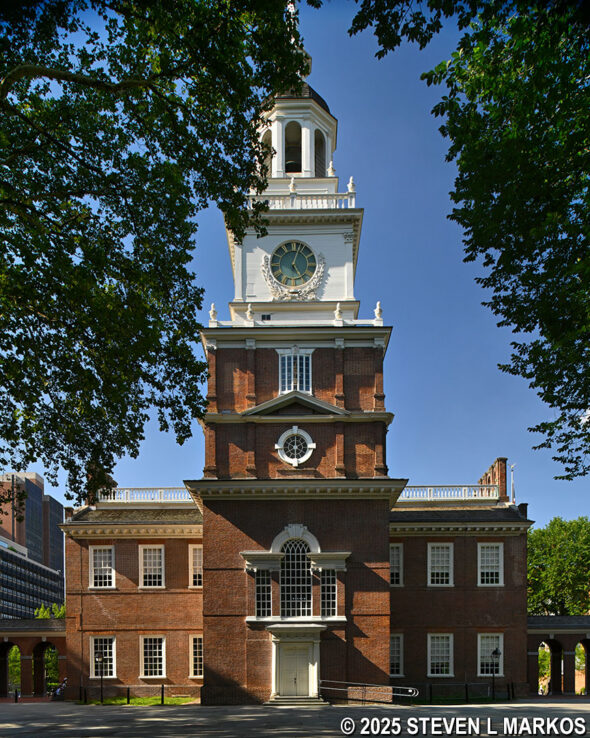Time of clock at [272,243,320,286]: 5:03
